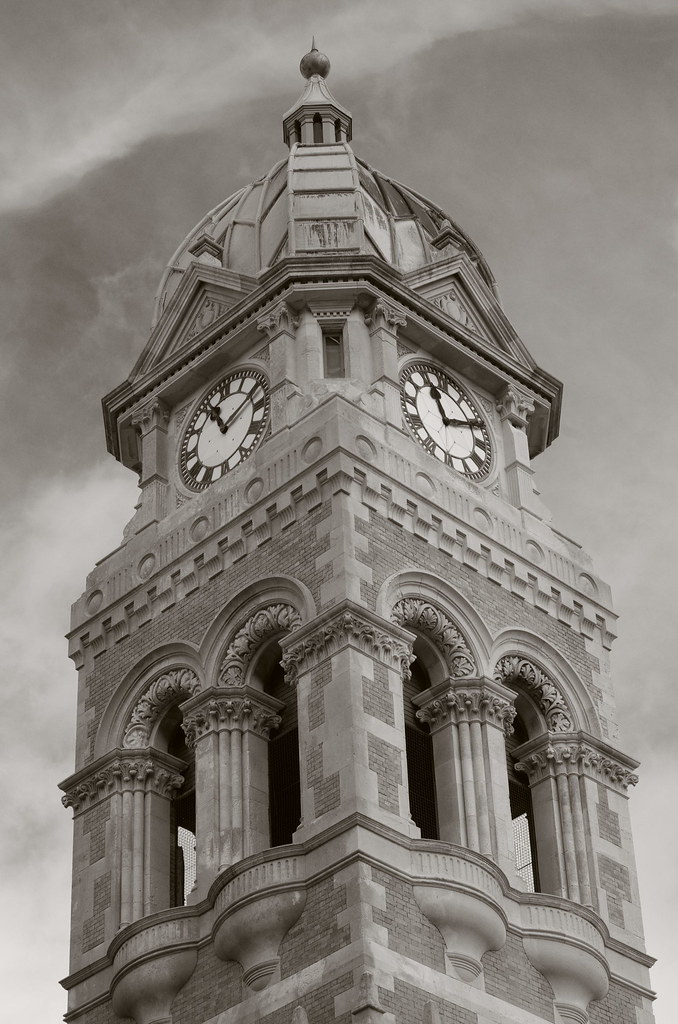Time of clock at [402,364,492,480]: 11:11
